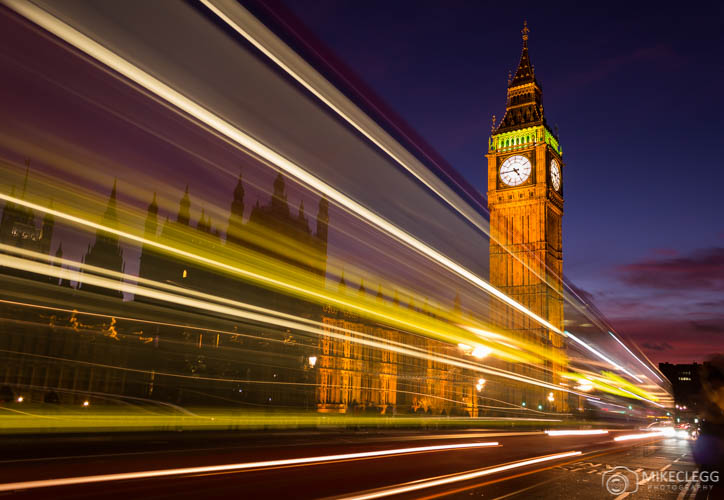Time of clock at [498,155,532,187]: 4:44
